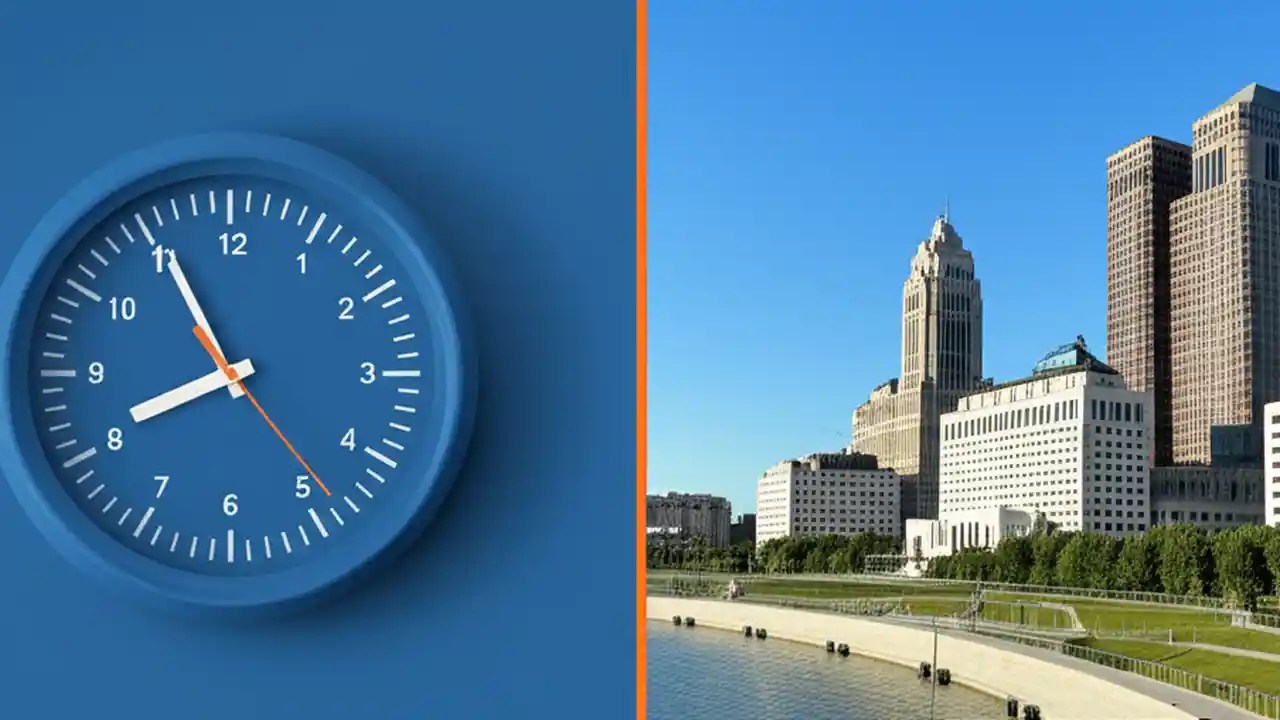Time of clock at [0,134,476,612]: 7:55
